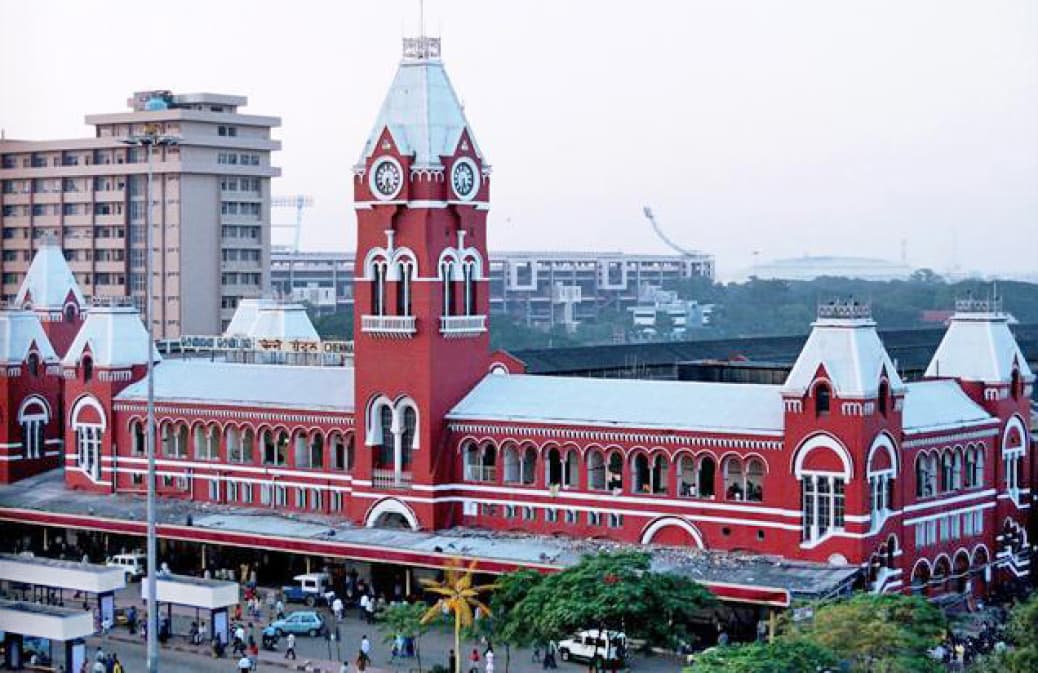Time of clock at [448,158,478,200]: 5:31
